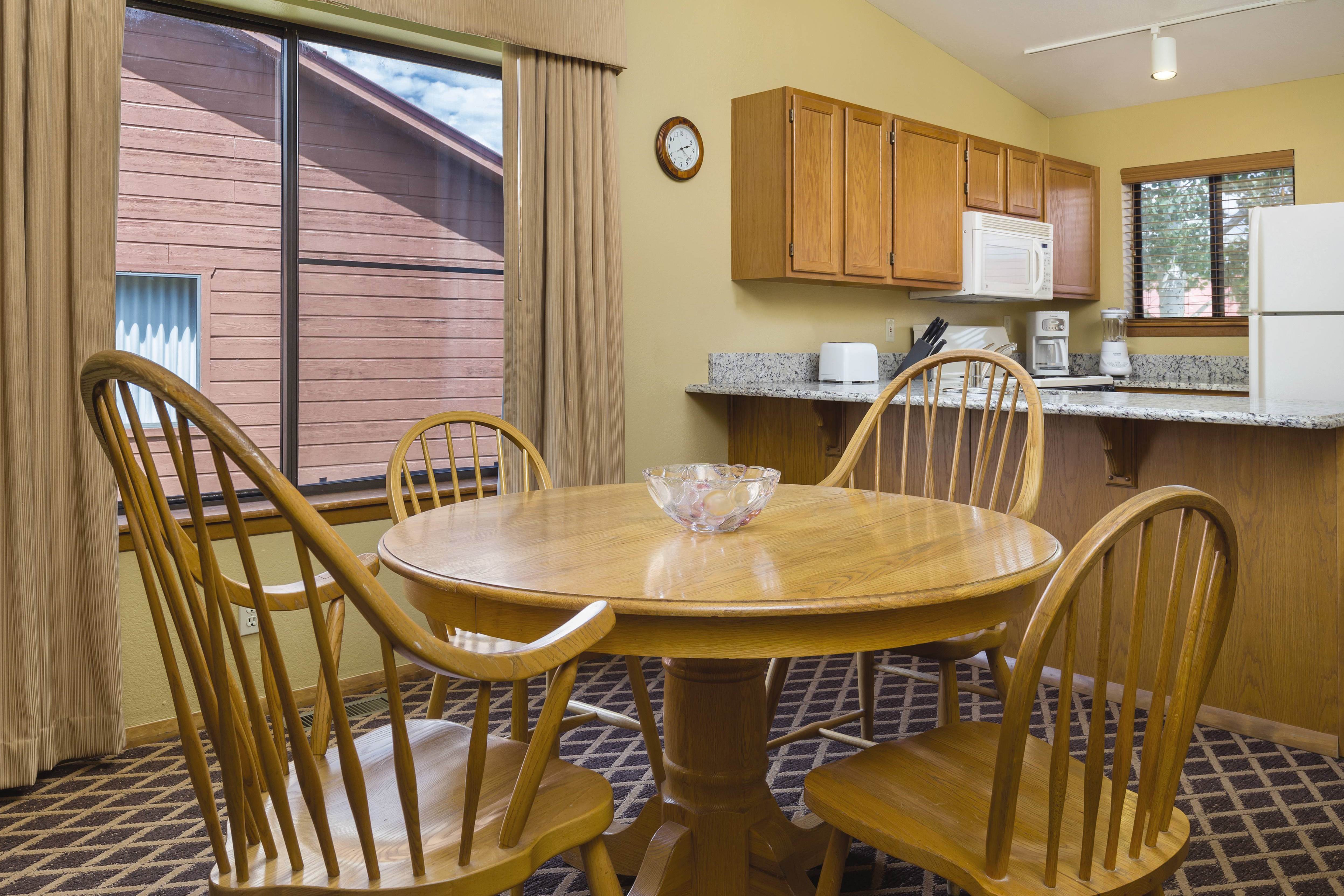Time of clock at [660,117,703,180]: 2:21
